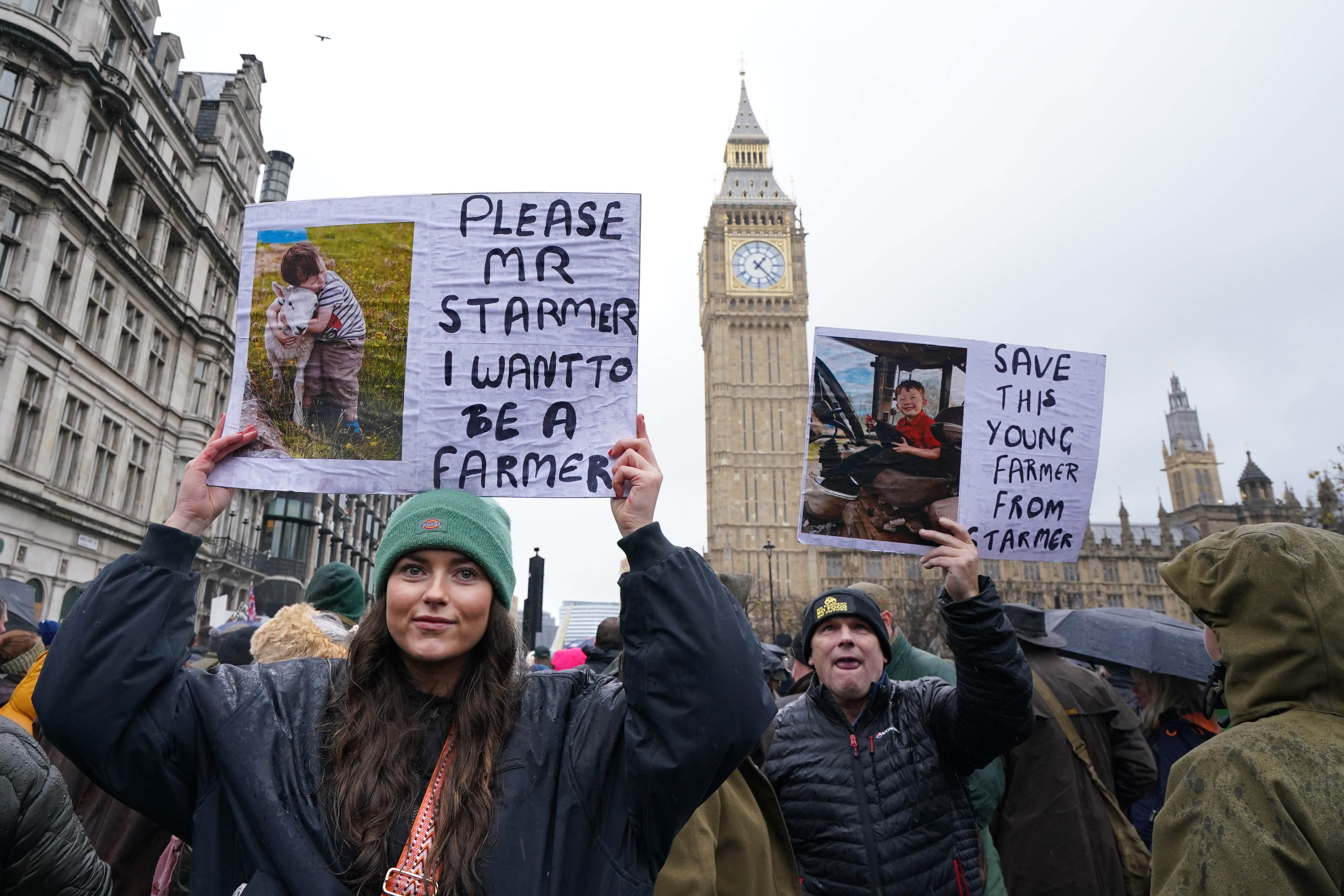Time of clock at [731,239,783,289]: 1:22
